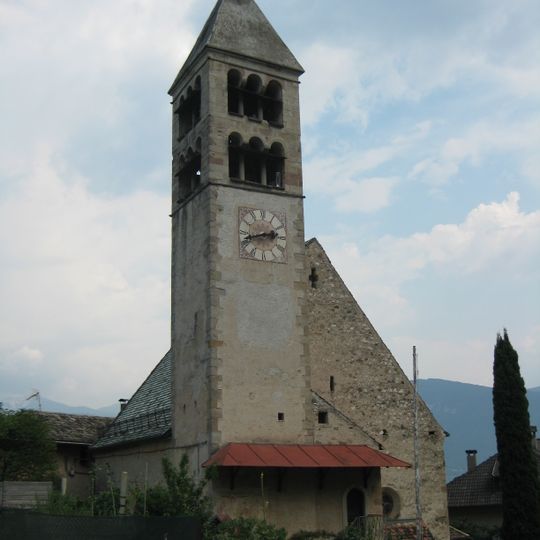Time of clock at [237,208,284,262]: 2:42
